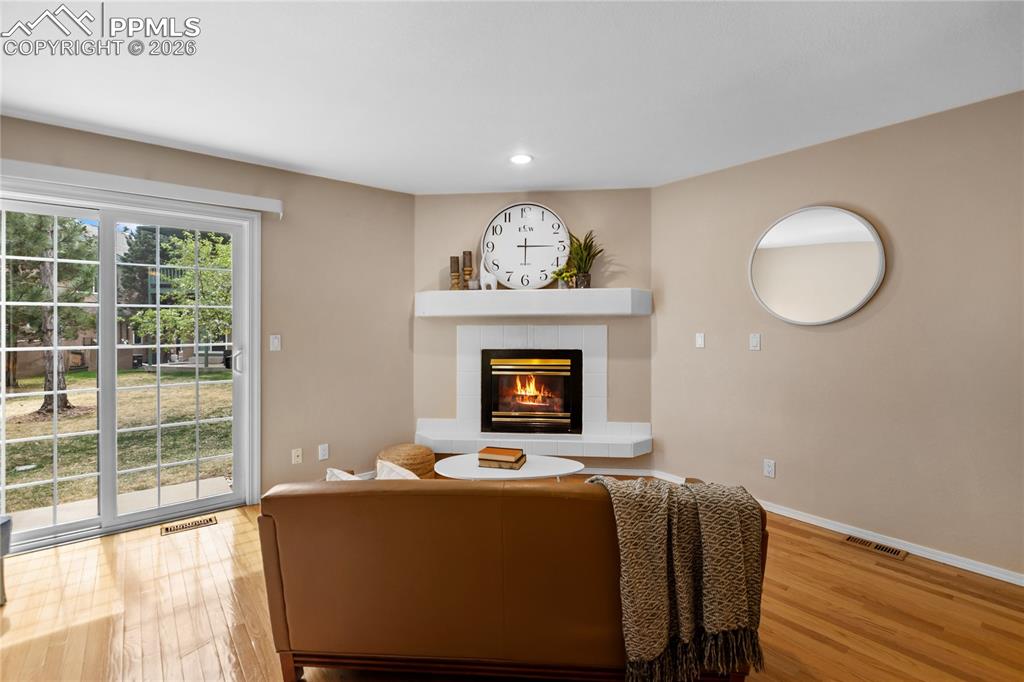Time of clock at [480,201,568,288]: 6:15
